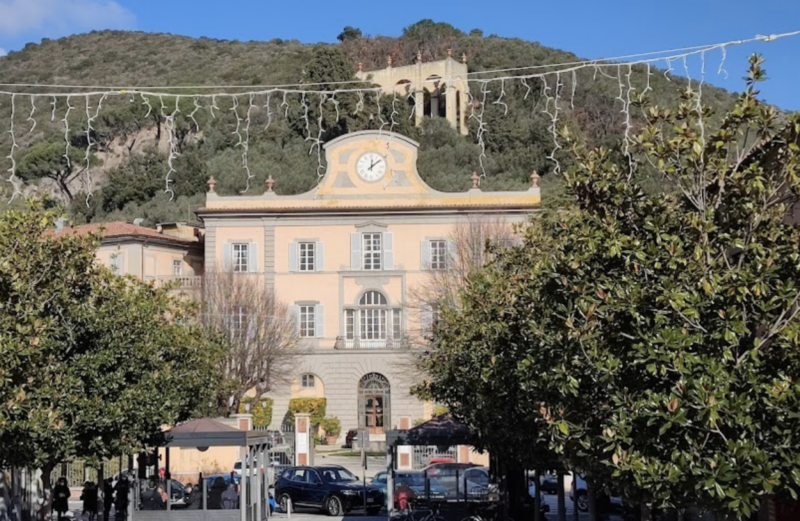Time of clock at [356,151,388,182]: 12:08
